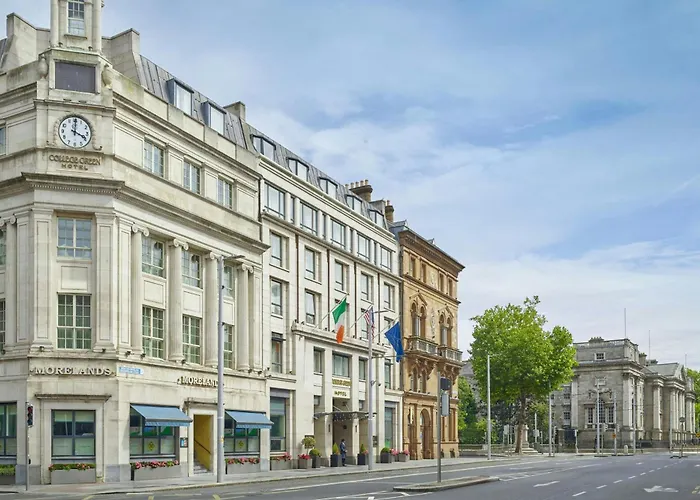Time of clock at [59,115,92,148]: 4:00
